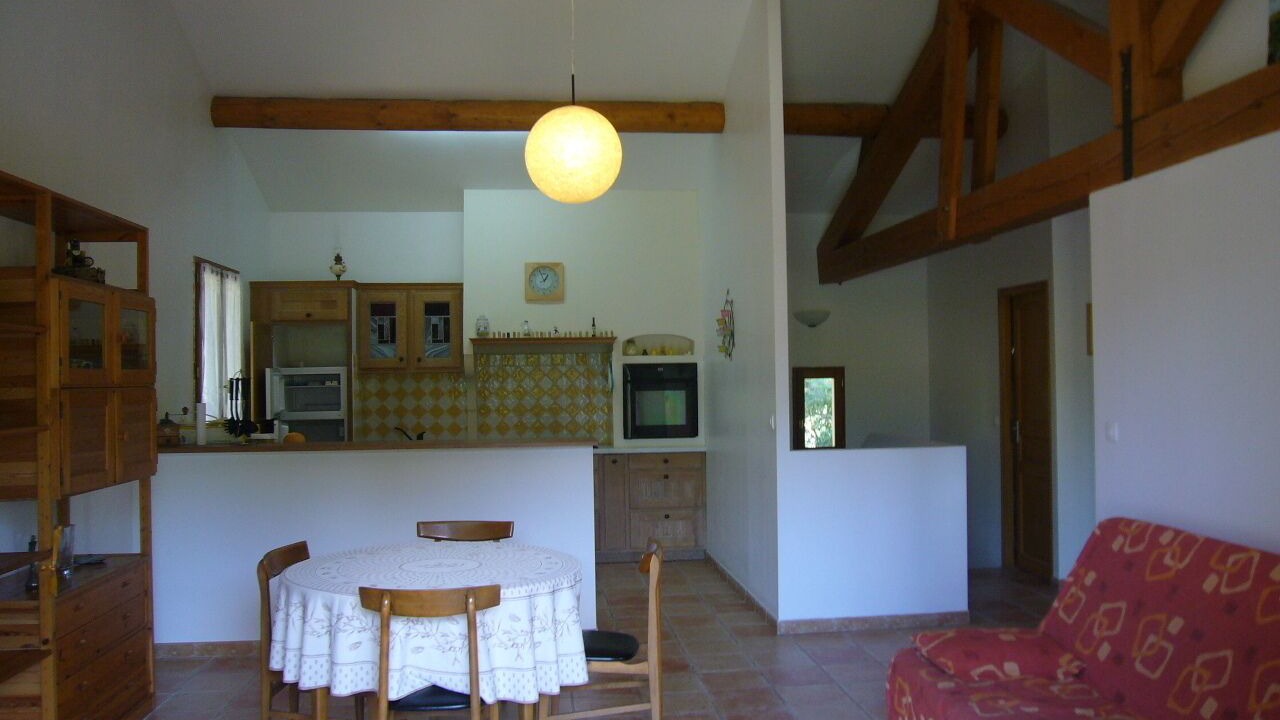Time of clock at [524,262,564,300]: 12:56
